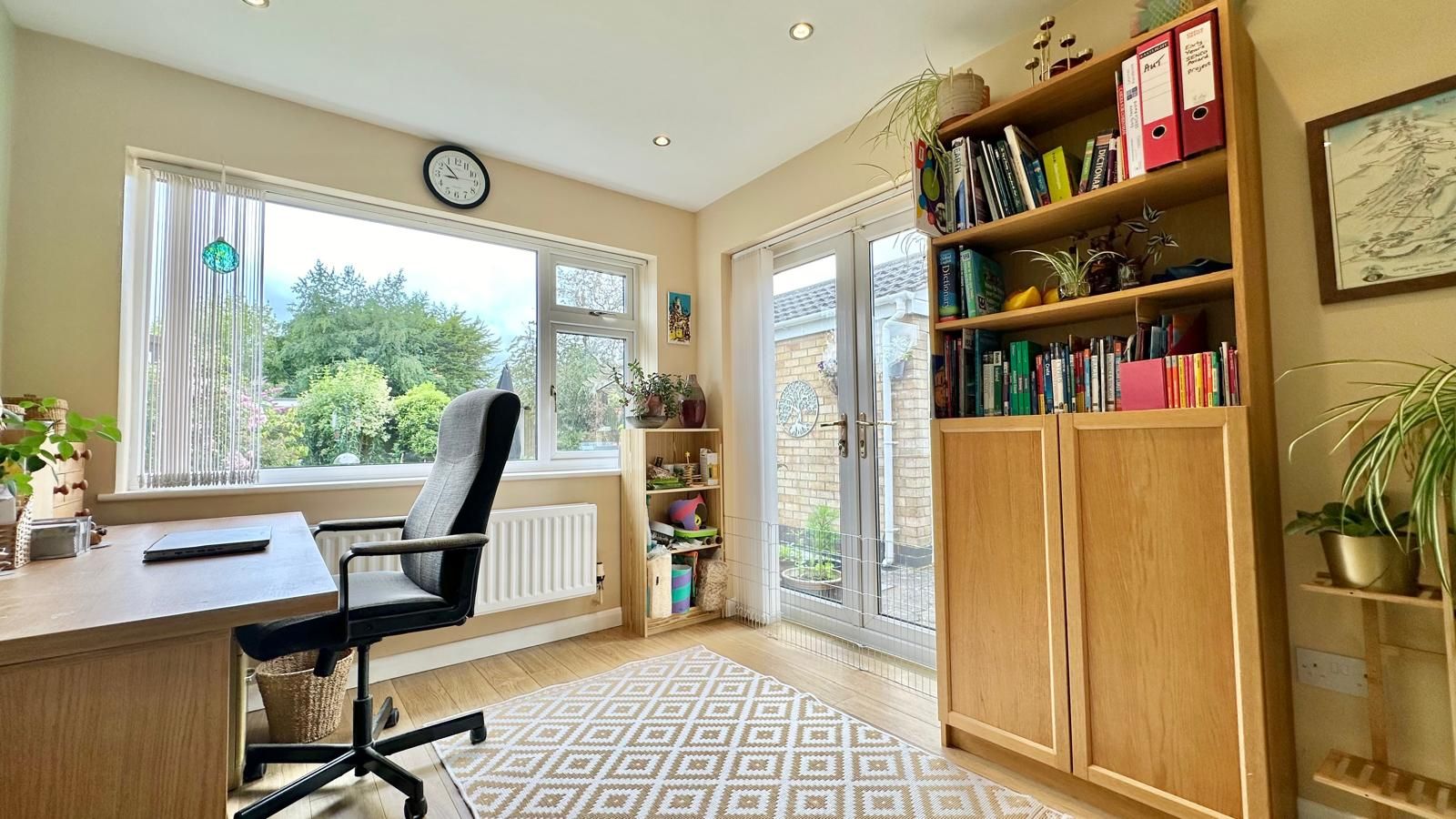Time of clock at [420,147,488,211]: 8:52
